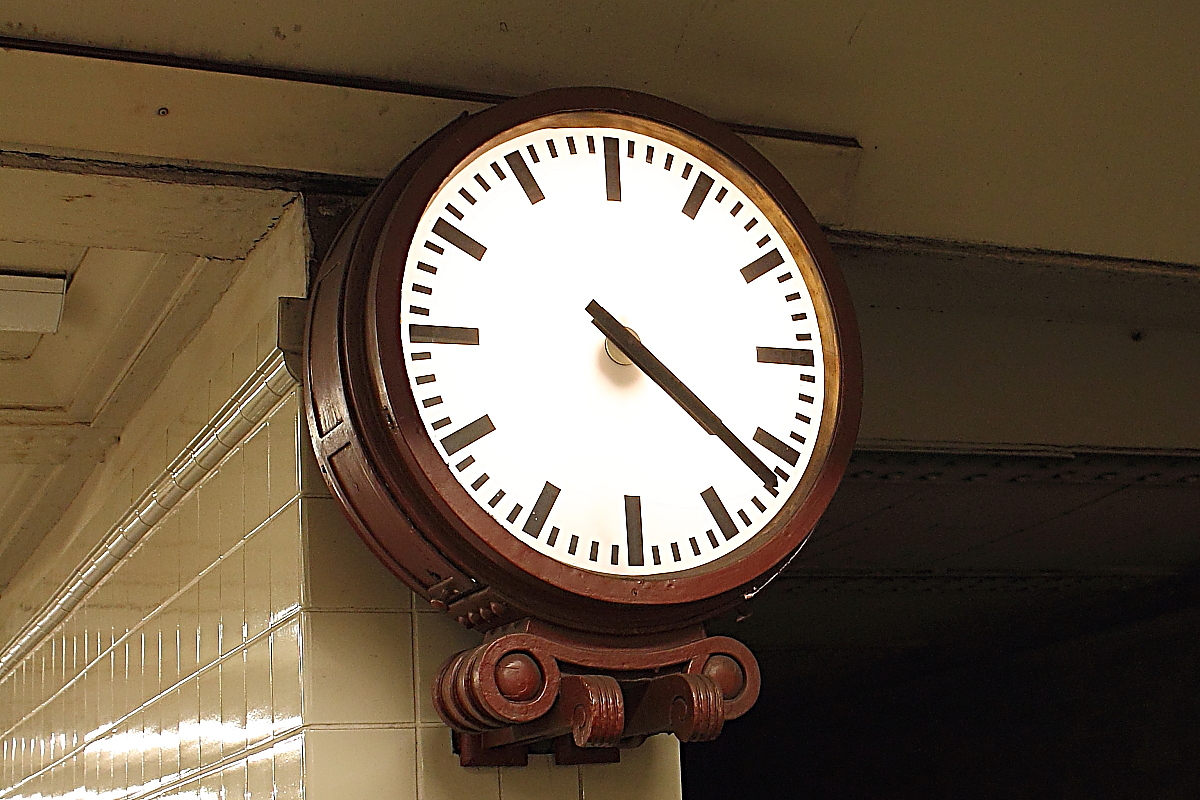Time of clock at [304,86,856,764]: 4:21
